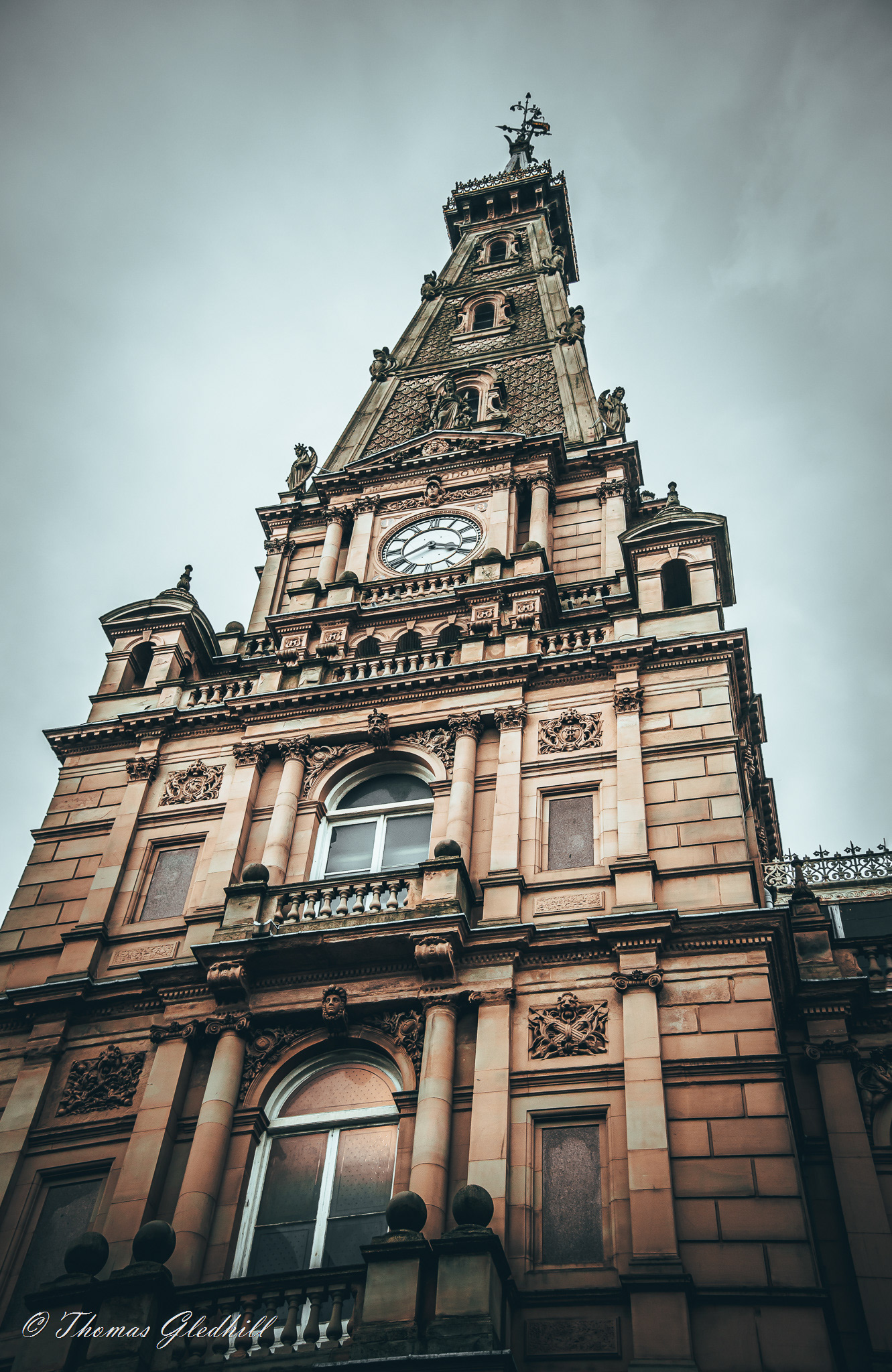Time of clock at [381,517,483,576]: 3:40
